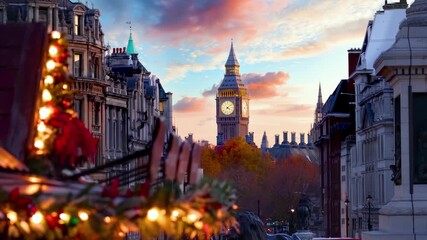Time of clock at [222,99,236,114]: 4:08
